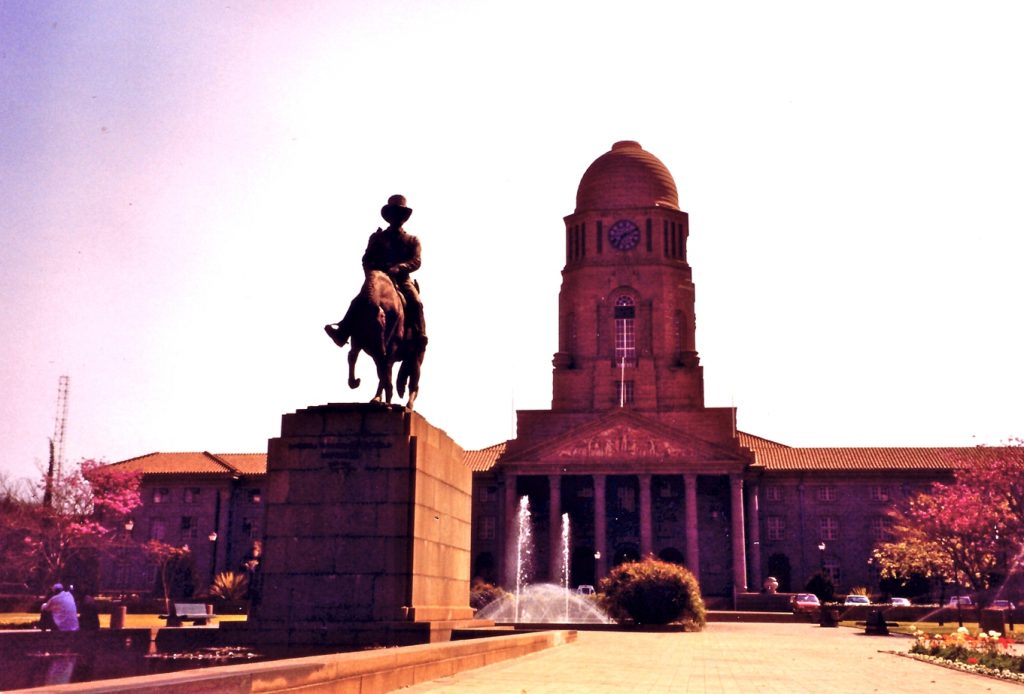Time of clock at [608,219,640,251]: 7:11
